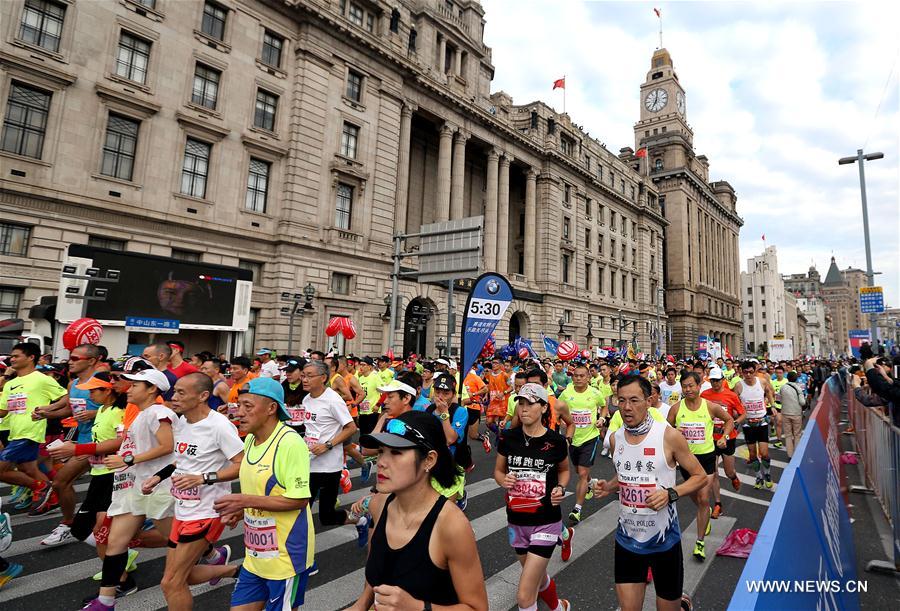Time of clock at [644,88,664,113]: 7:01
